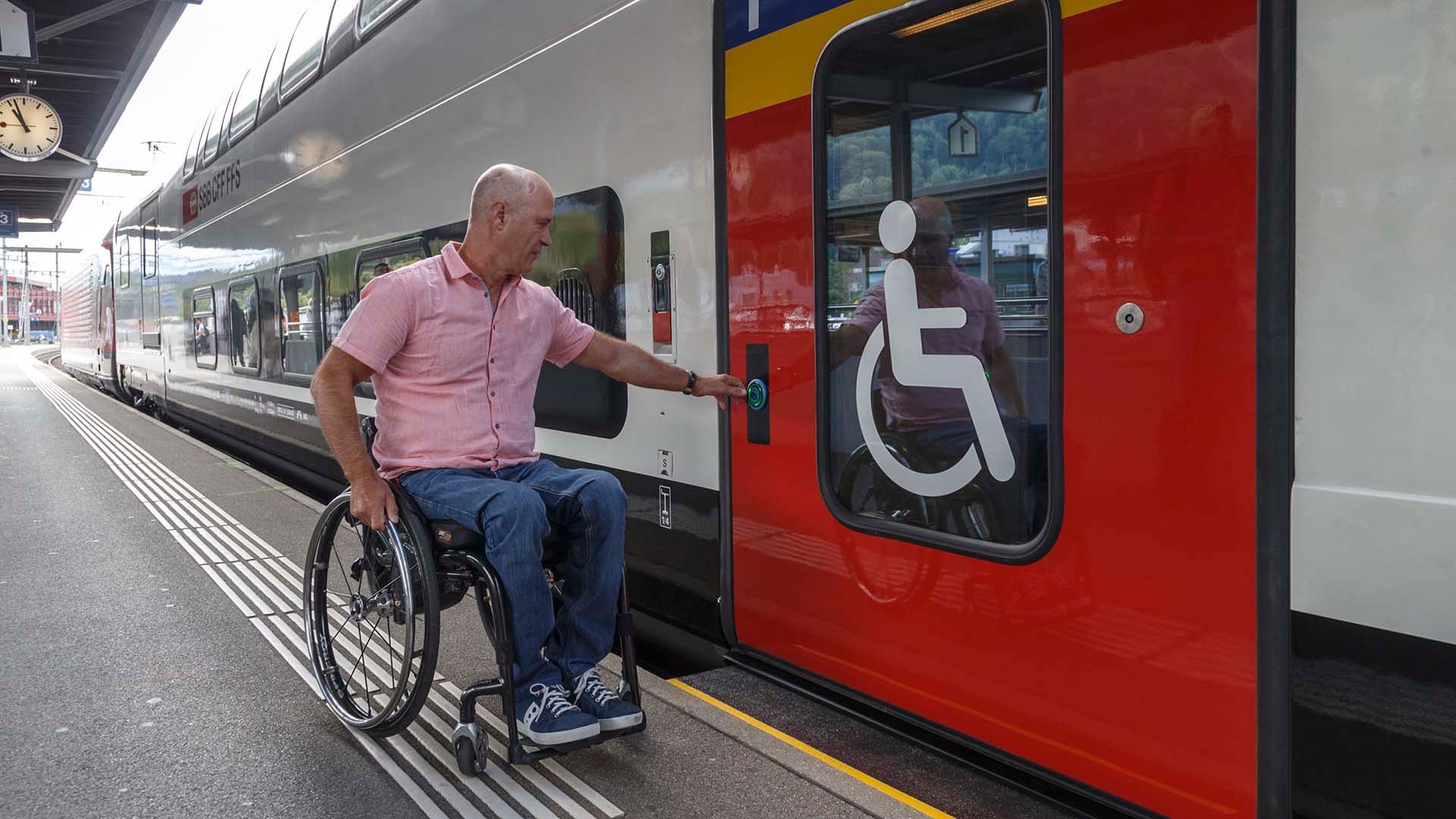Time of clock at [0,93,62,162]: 10:56
